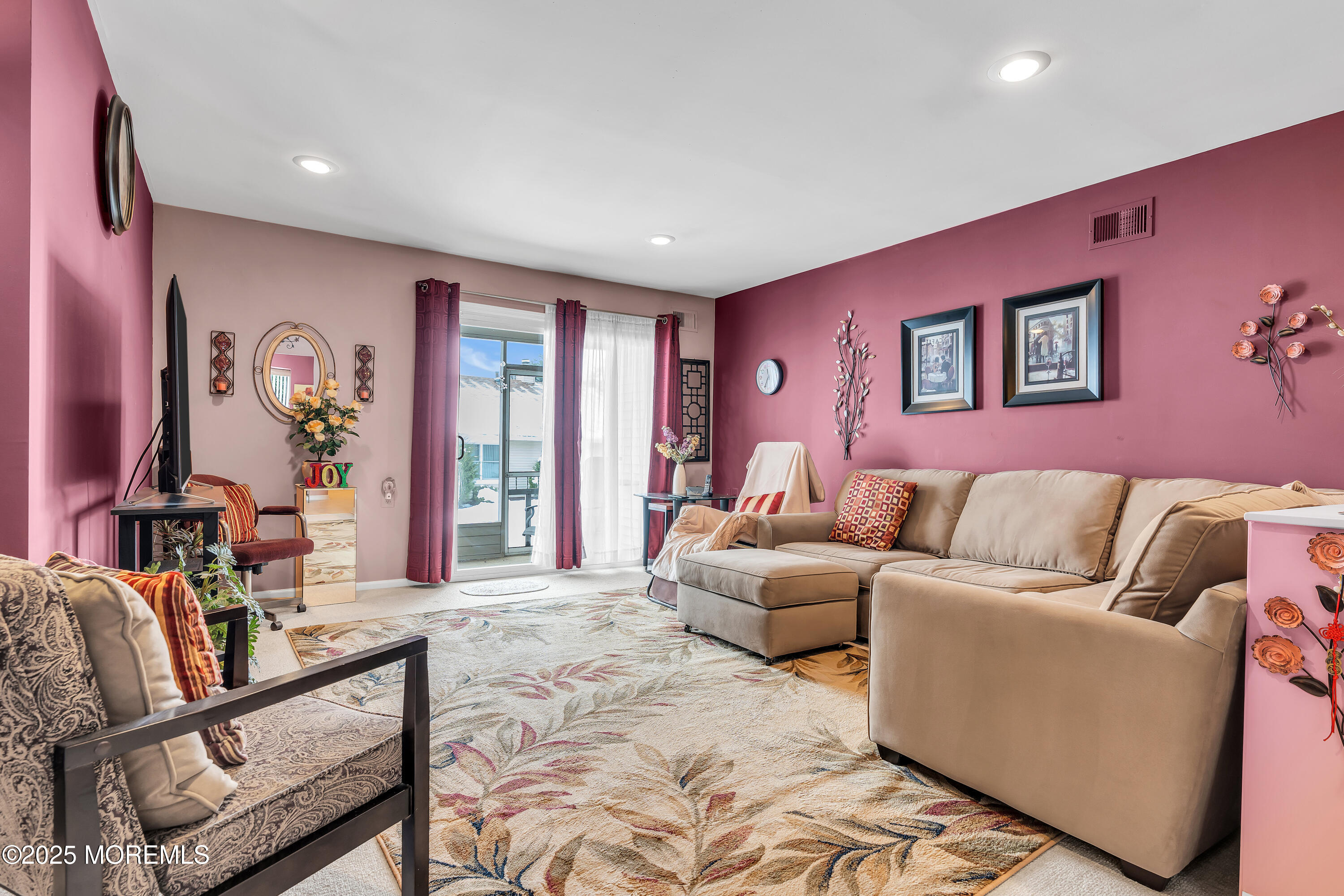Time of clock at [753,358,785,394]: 11:35
